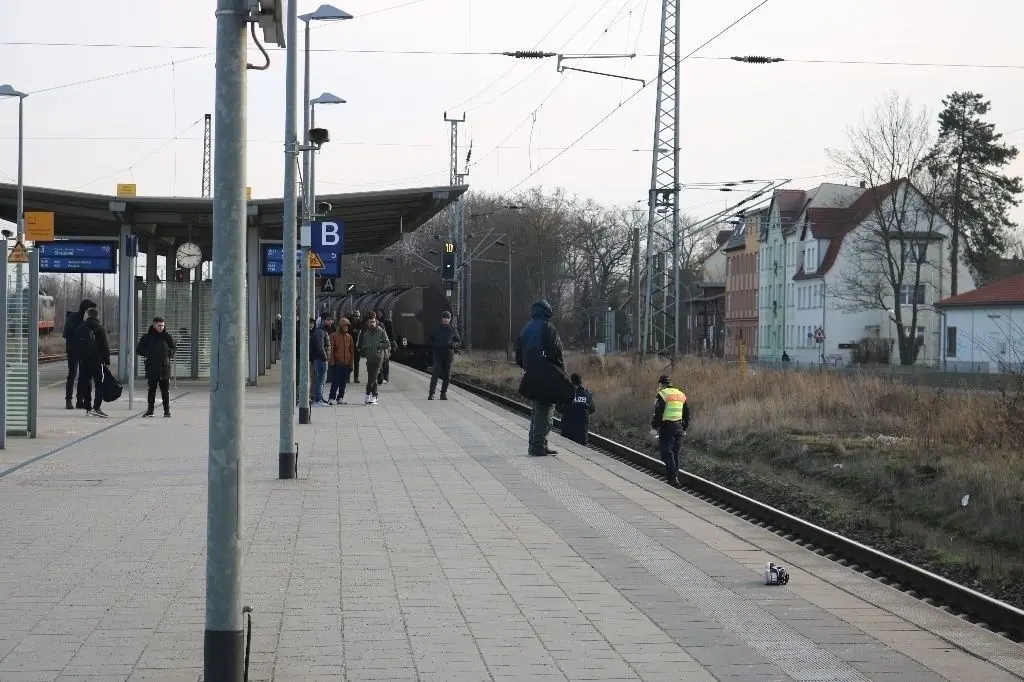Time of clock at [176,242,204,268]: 2:48
